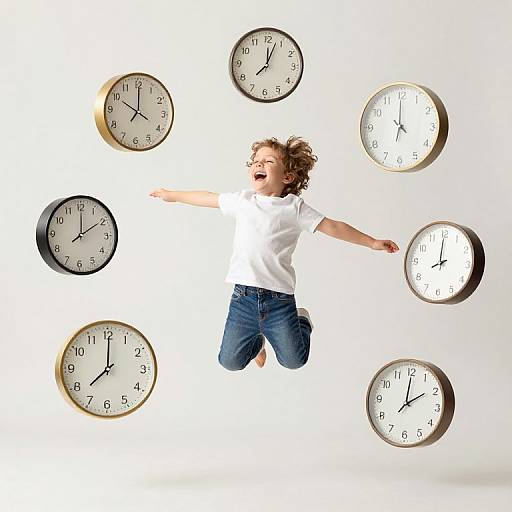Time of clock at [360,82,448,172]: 11:59
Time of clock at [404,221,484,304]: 7:59
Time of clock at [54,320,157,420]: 12:00
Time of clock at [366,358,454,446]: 2:00
